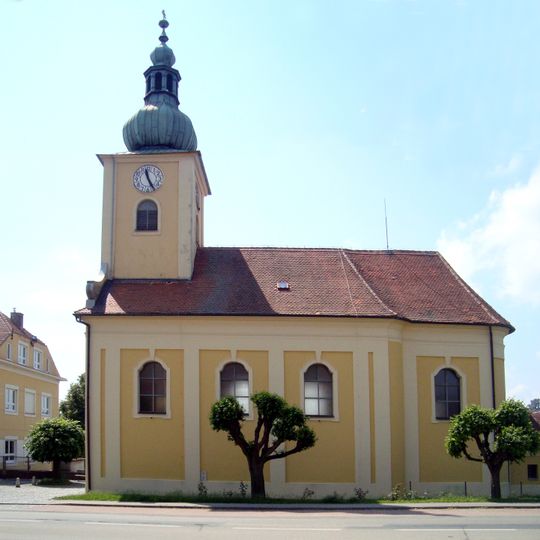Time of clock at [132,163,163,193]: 11:25
